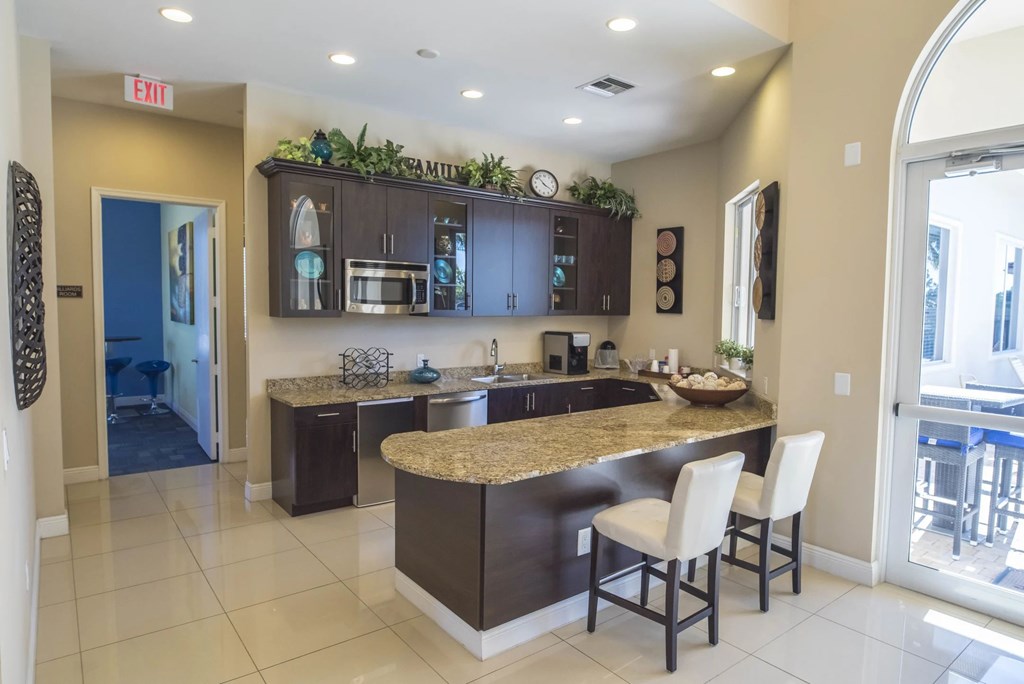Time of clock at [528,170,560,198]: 3:52
